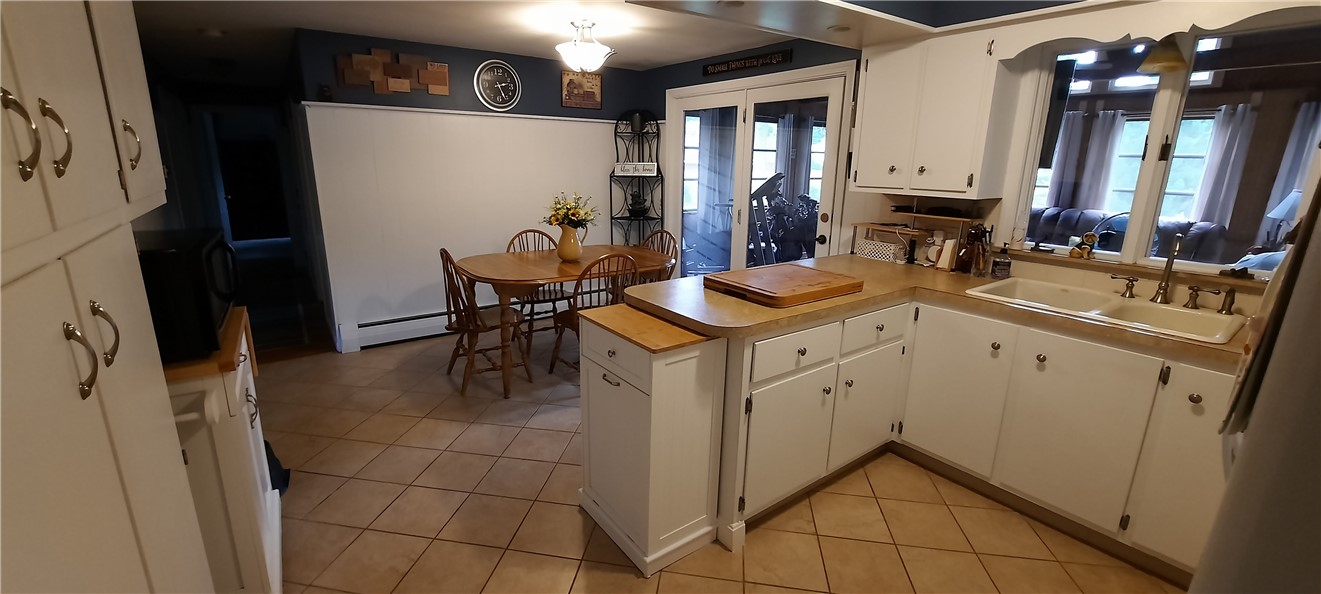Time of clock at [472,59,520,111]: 2:26
